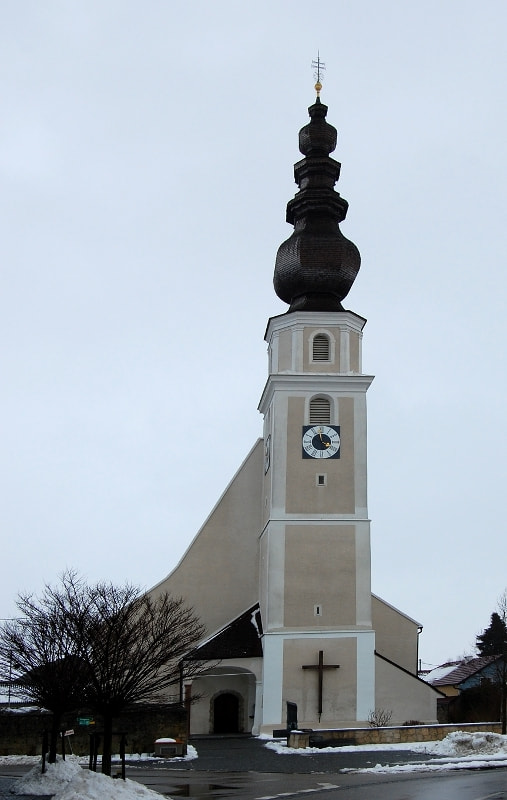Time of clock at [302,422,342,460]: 3:58
